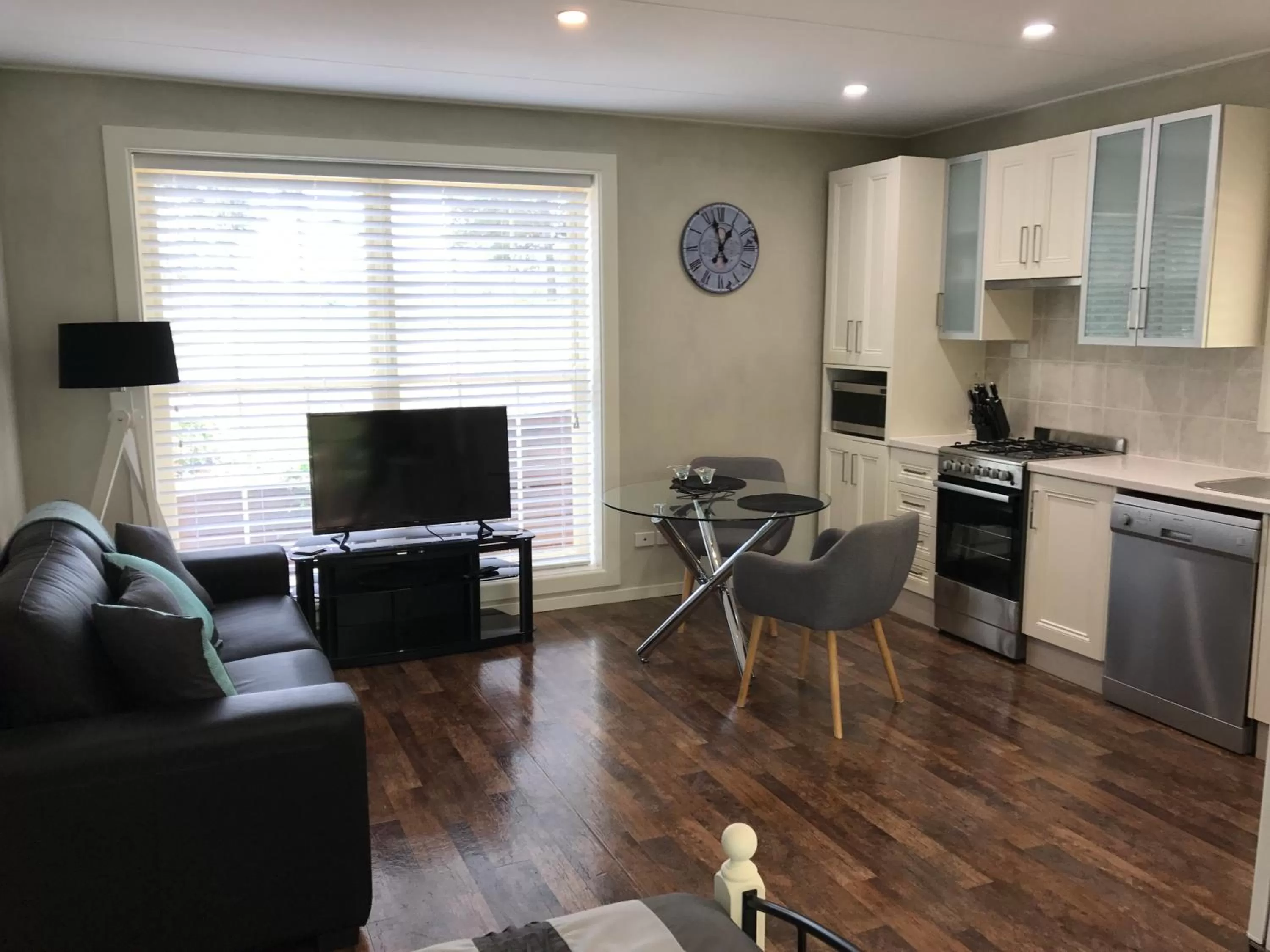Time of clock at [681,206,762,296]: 12:57
